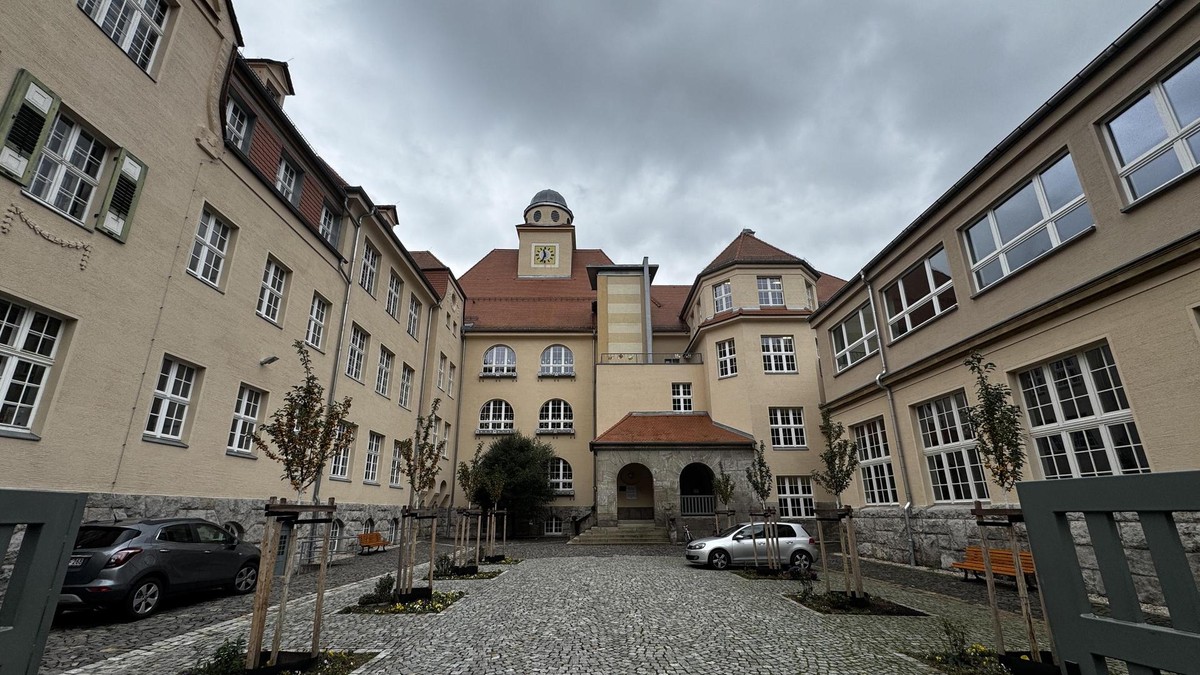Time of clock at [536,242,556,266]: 11:33
